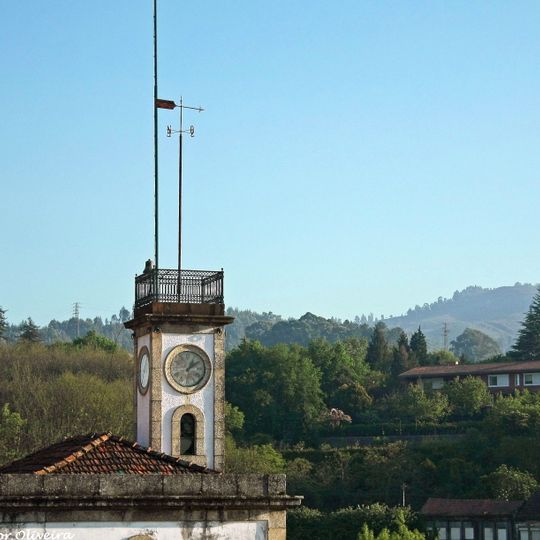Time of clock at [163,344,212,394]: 1:09
